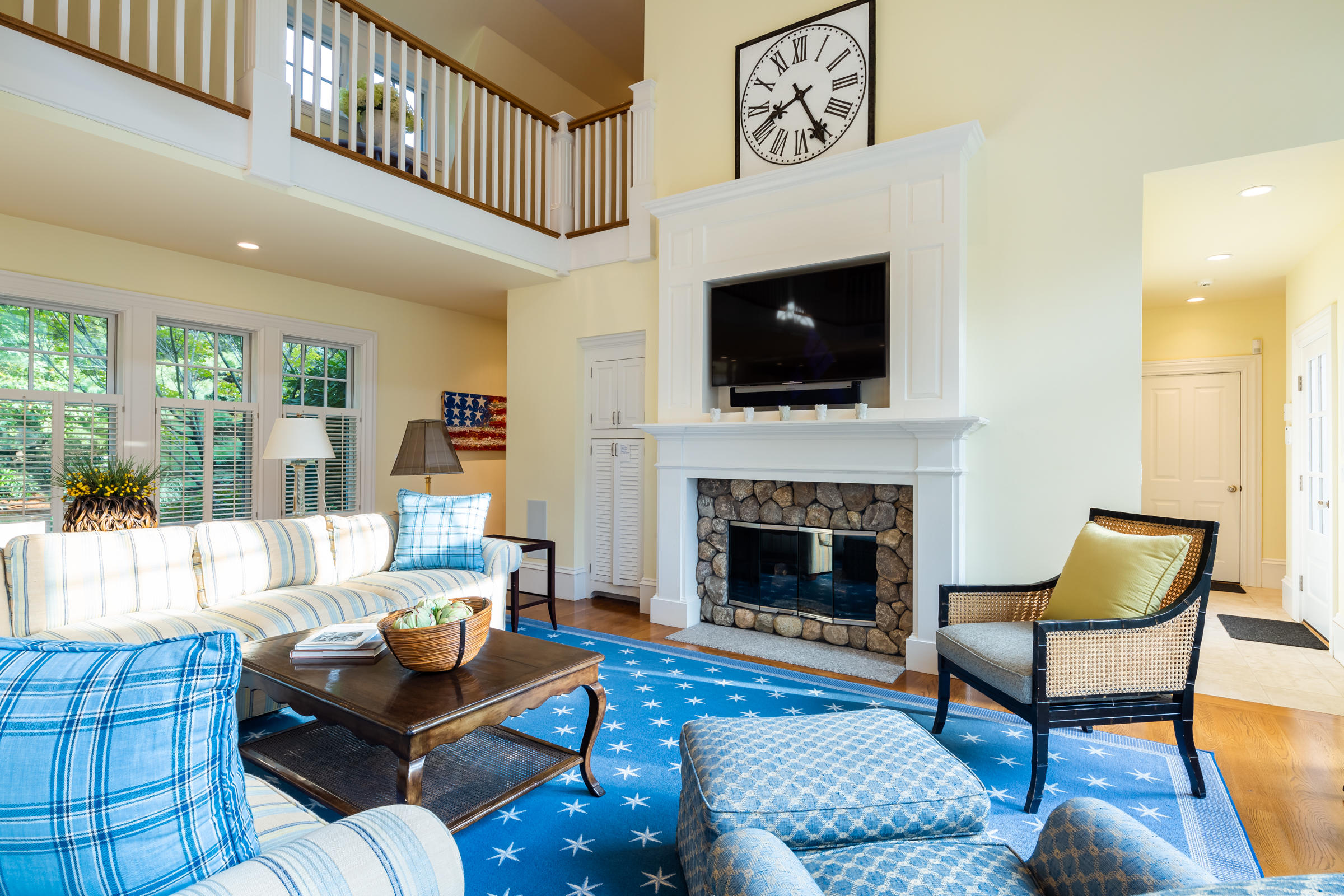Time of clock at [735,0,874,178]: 8:25
